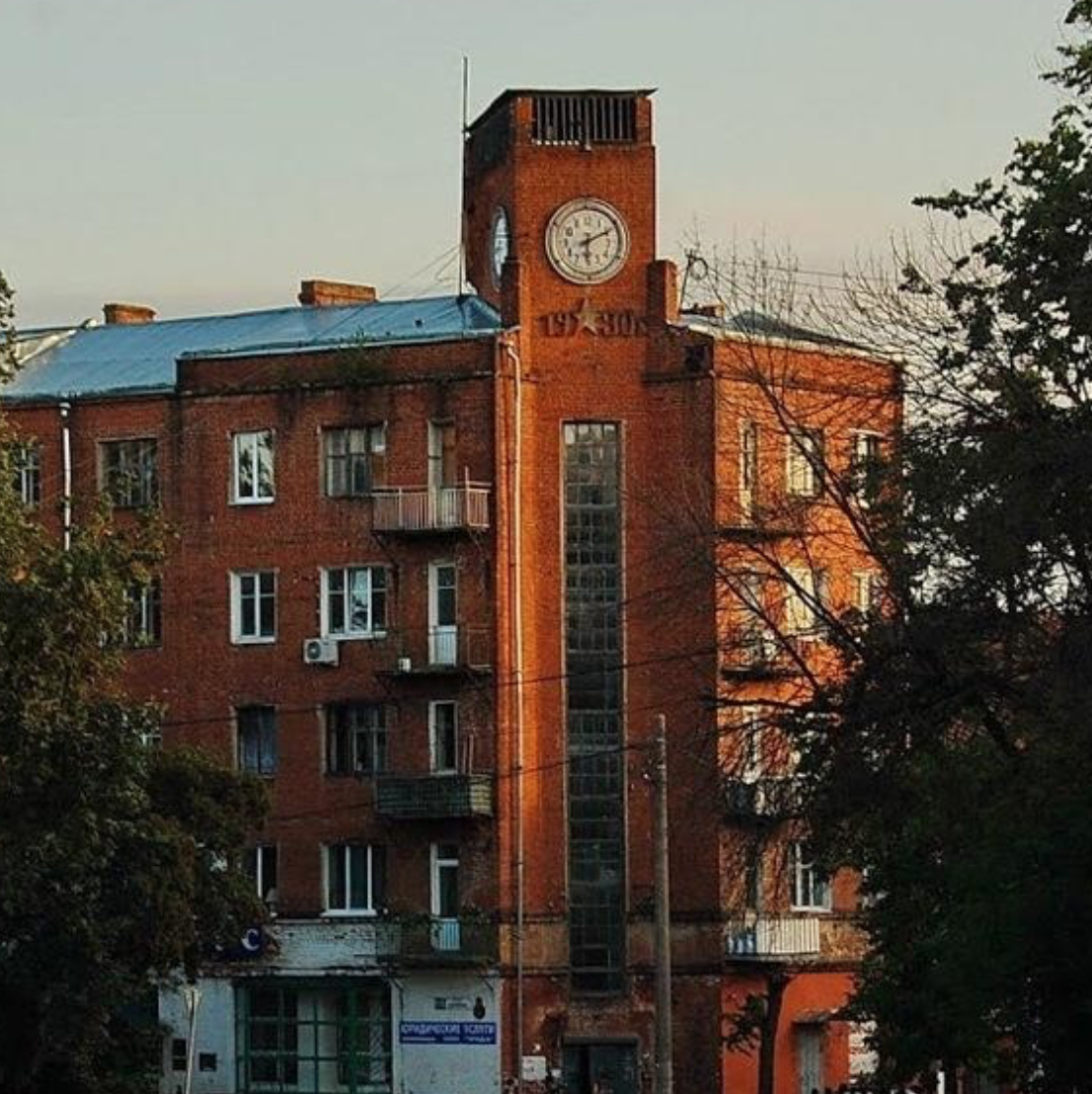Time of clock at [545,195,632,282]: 6:10
